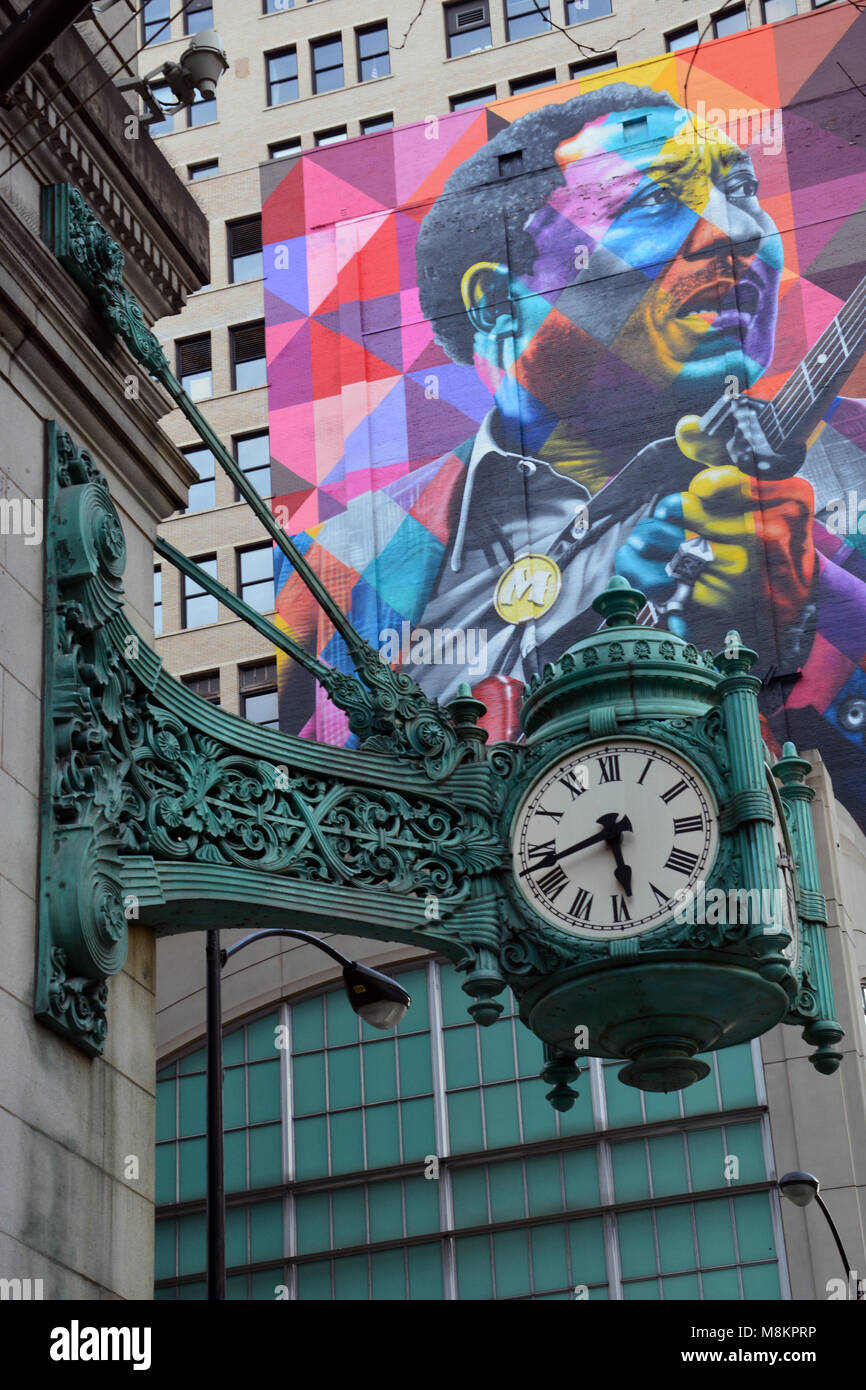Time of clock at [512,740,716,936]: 5:42
